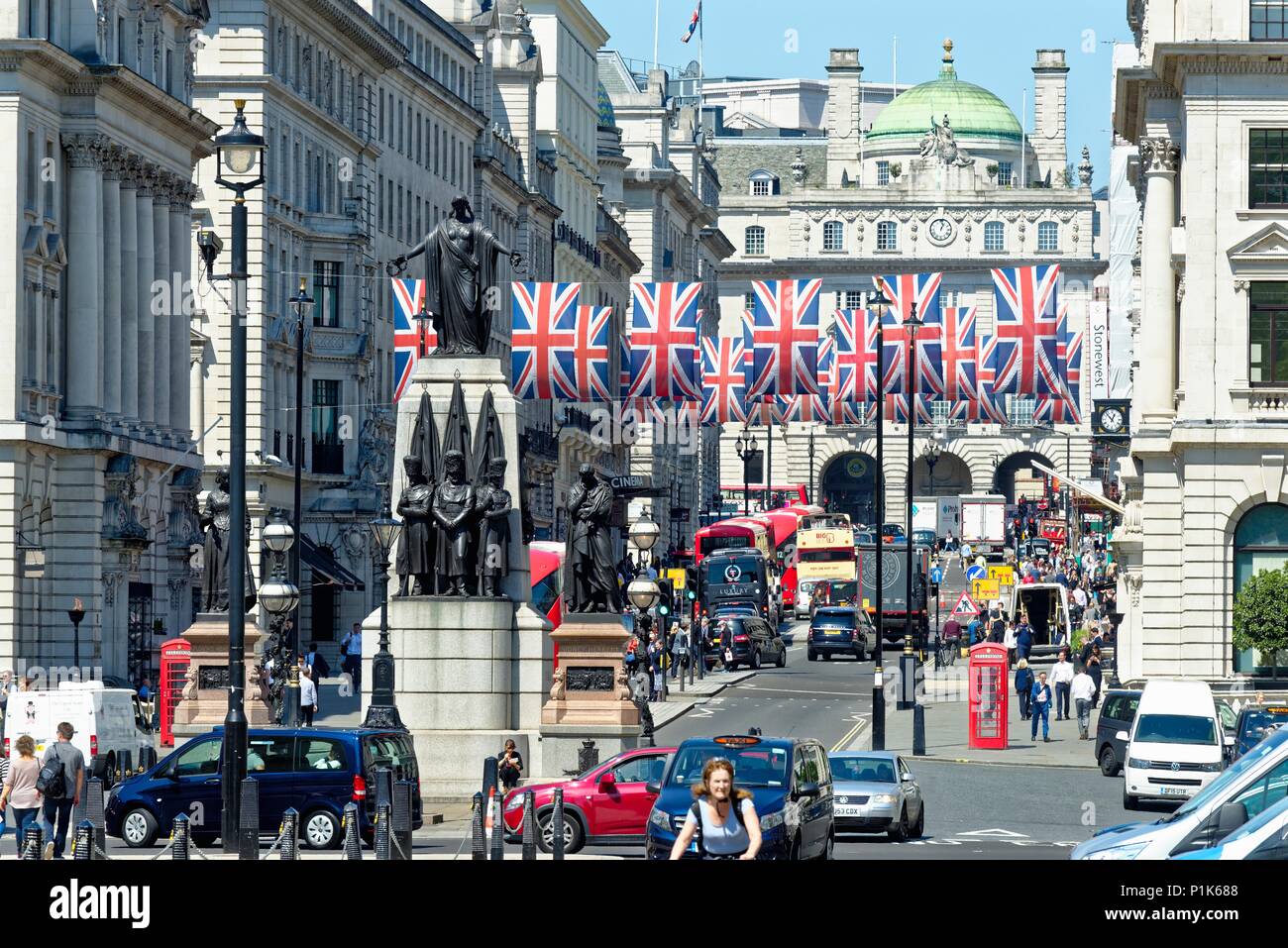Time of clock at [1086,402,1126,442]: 12:52
